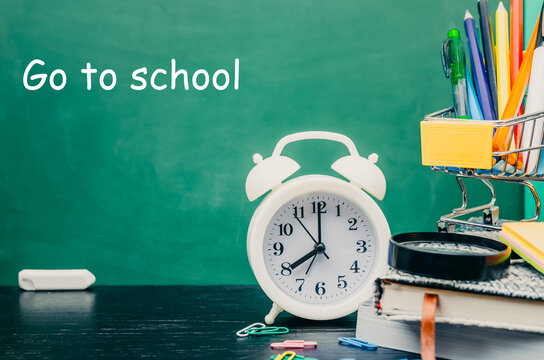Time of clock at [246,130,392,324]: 8:00
